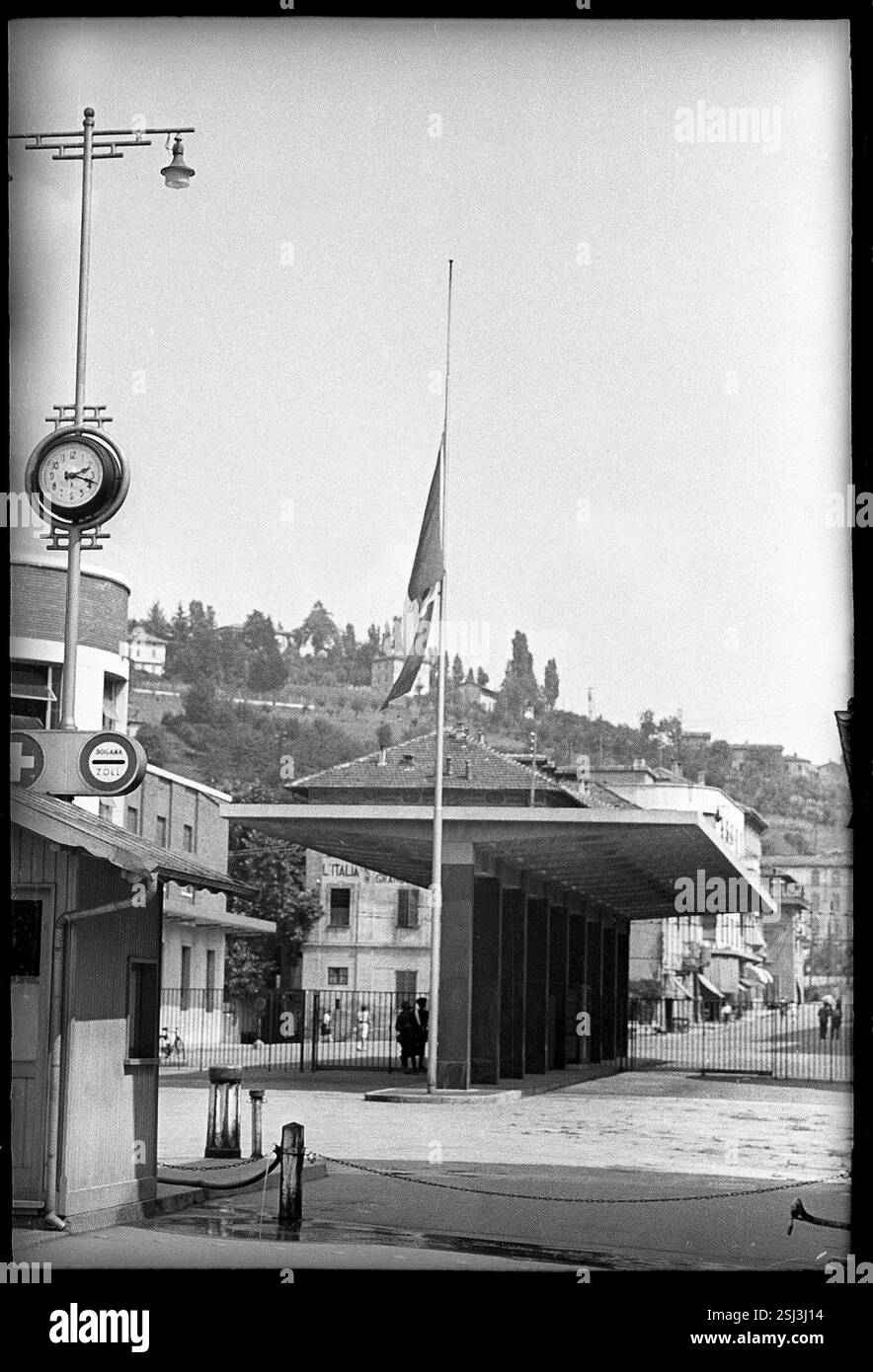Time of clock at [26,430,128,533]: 2:18
